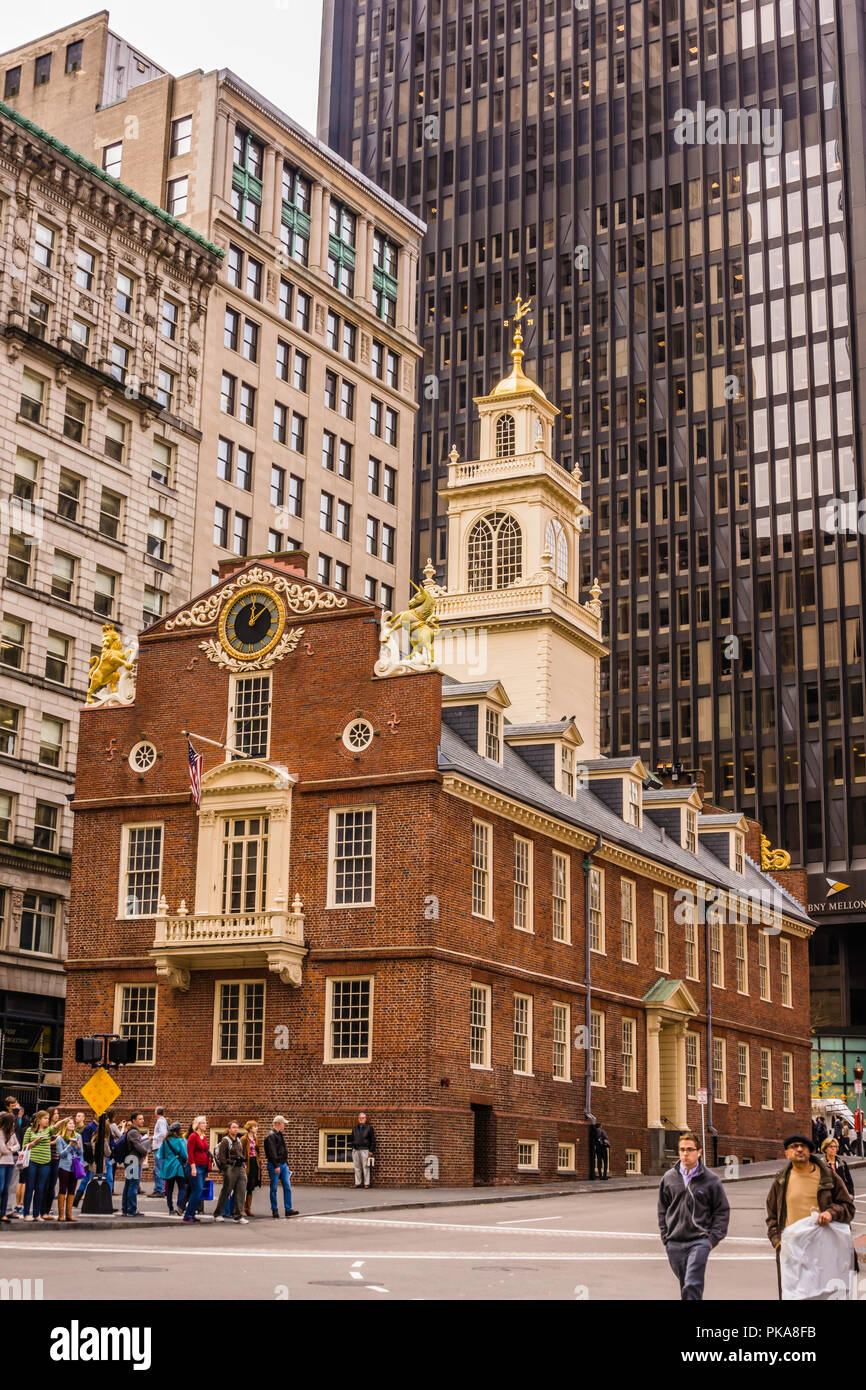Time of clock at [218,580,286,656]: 12:07
